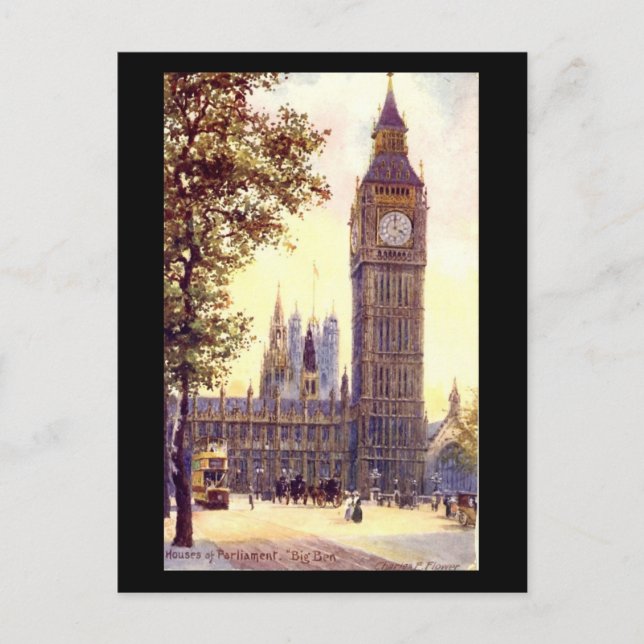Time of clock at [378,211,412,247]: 4:00
